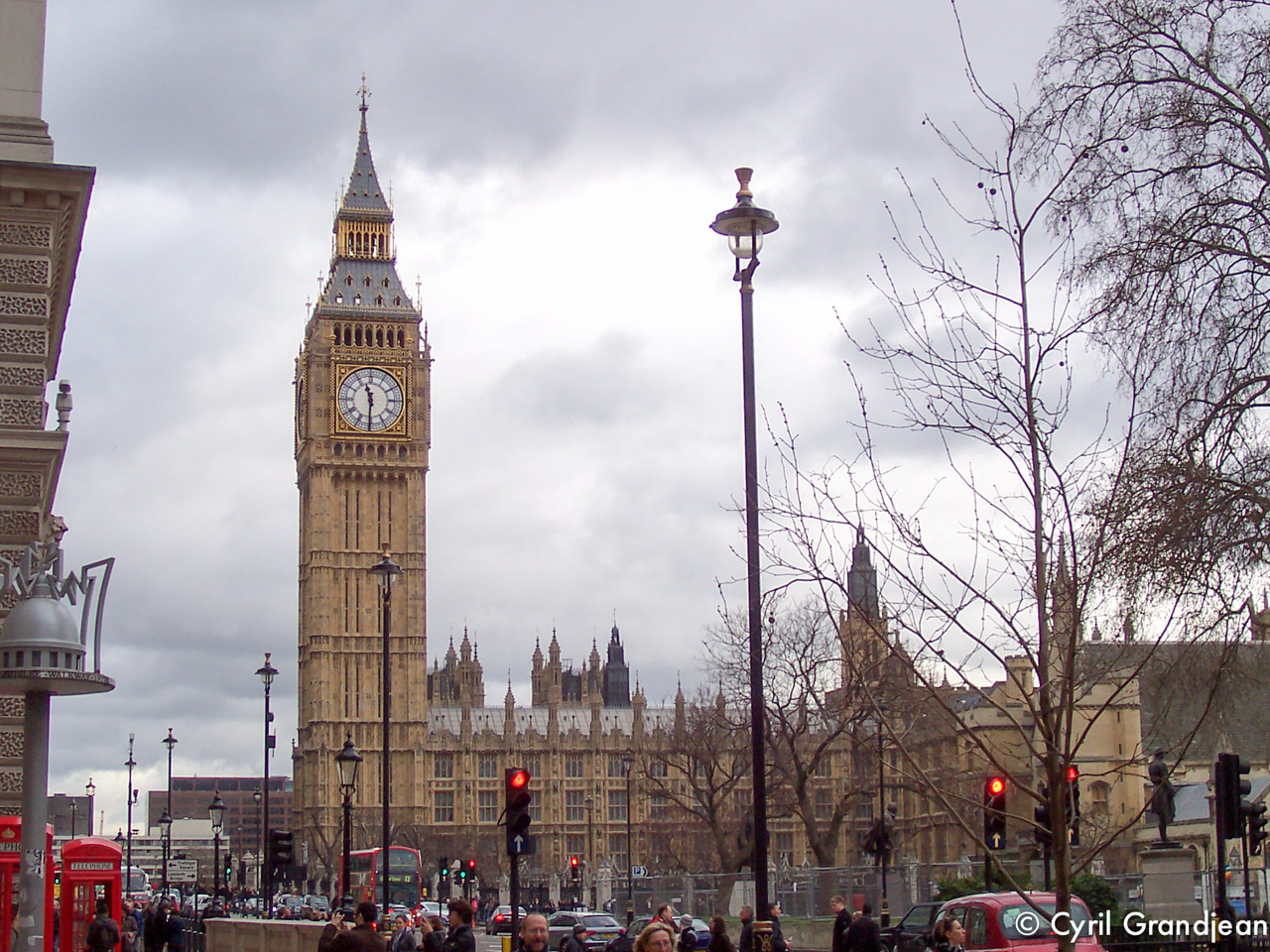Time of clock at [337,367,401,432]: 11:30
